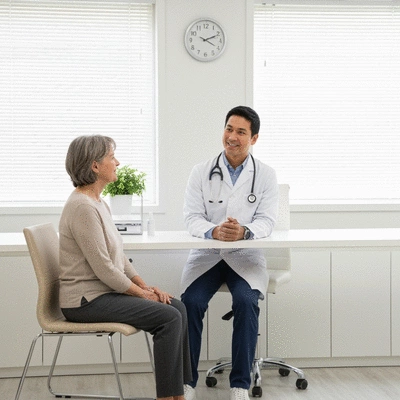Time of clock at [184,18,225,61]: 2:19
